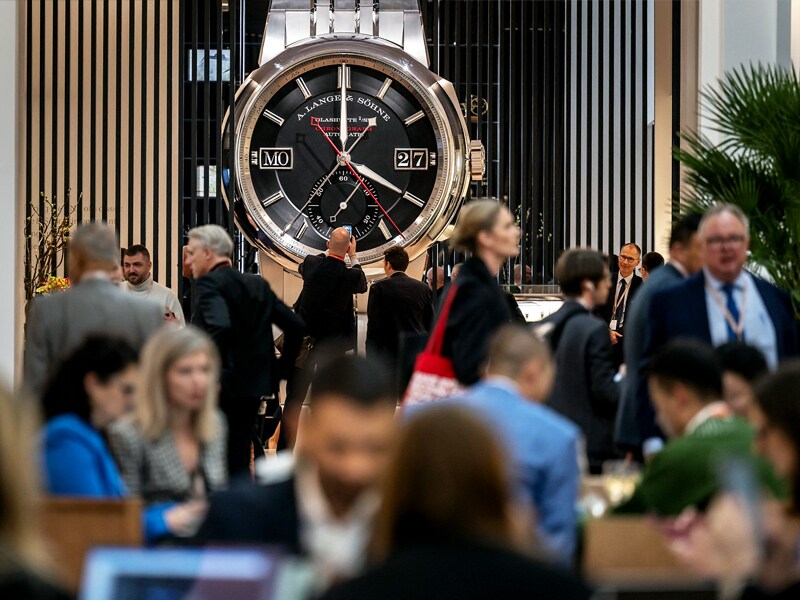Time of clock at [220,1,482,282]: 4:00
